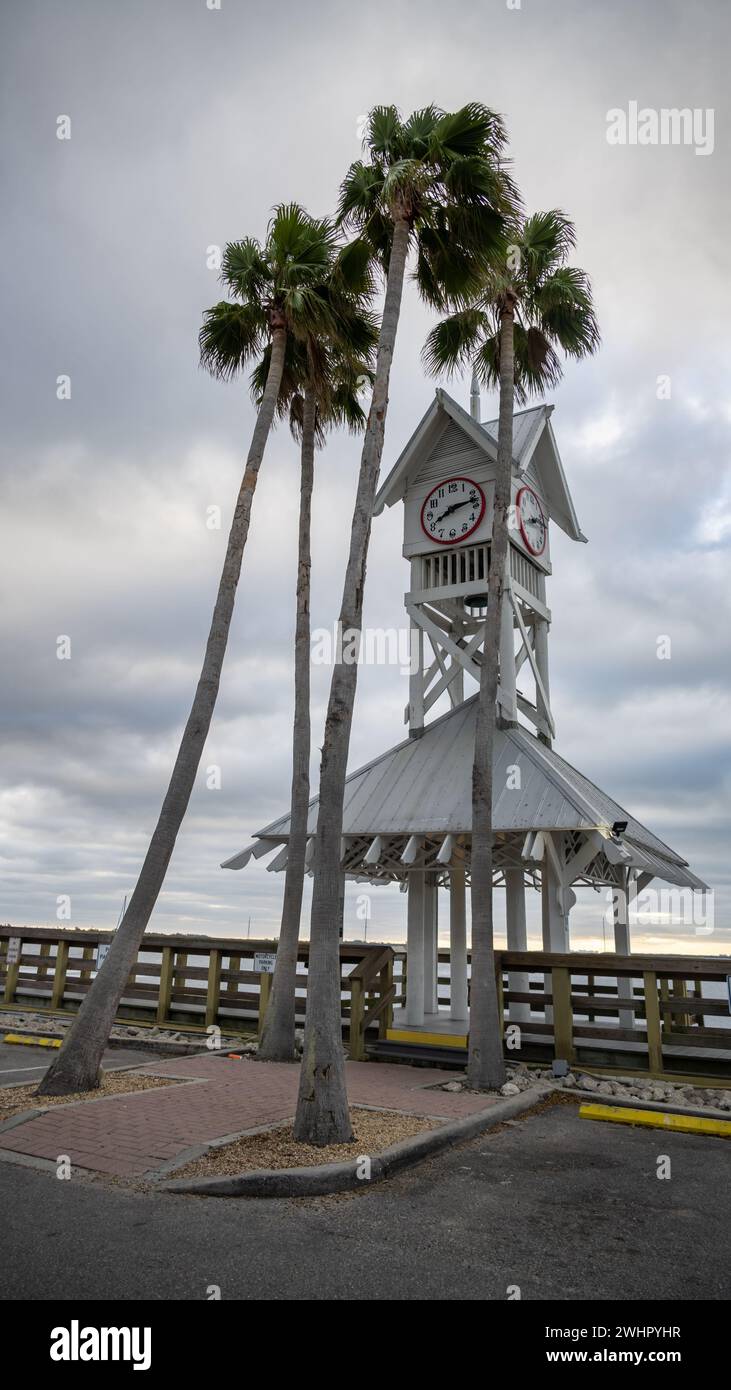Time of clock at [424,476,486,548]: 8:13
